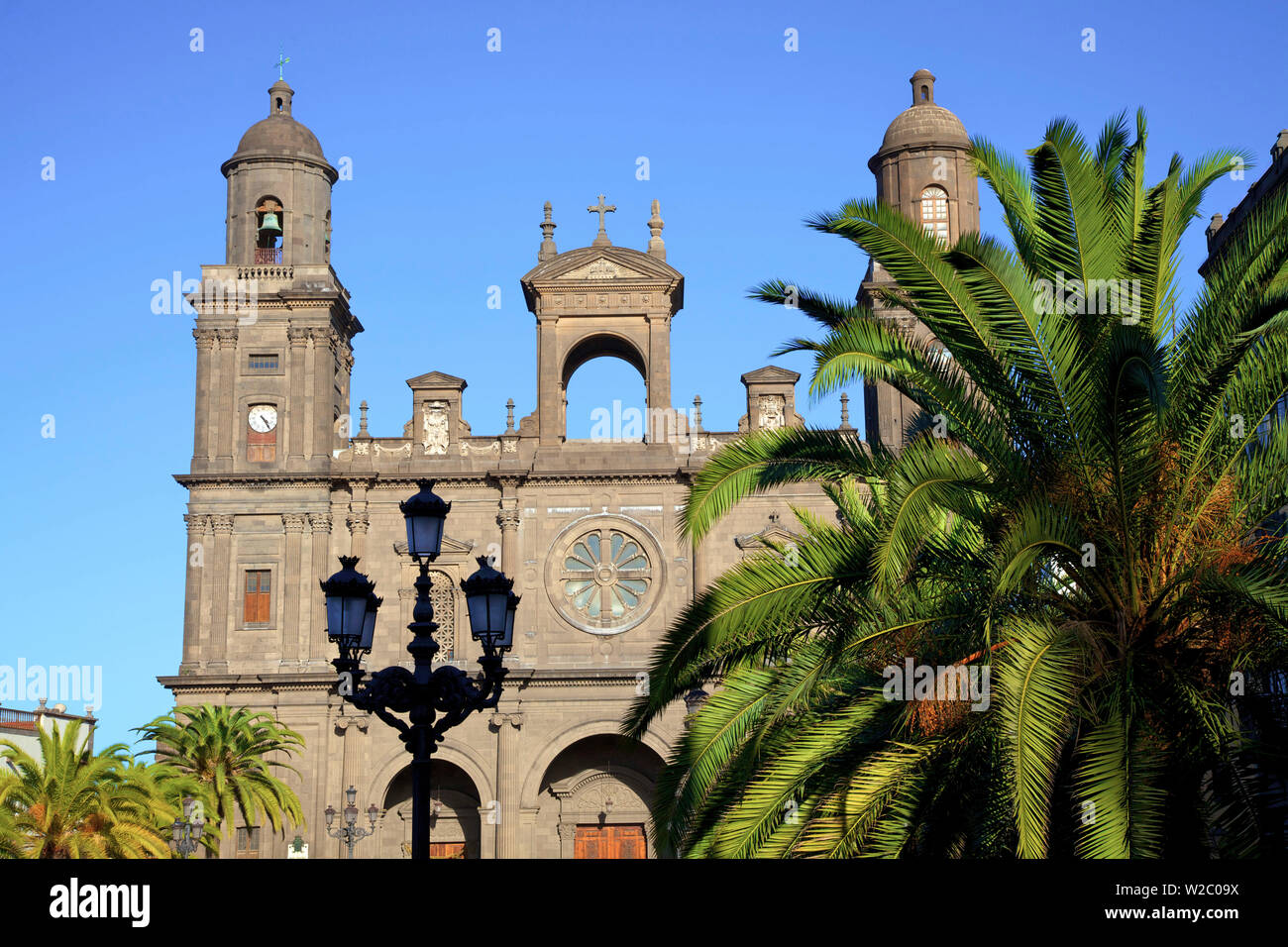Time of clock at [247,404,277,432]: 4:24
